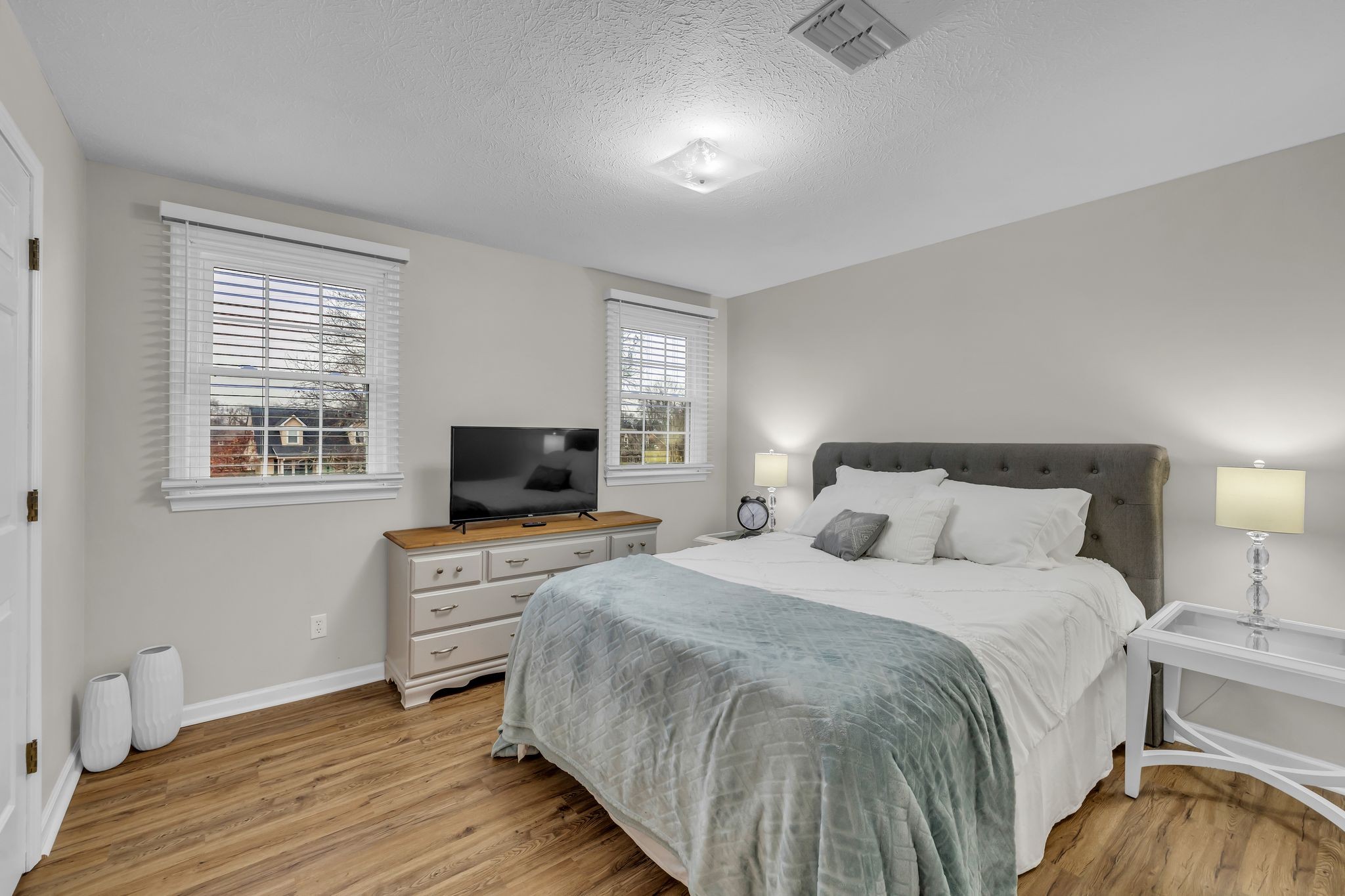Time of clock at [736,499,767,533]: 5:54
